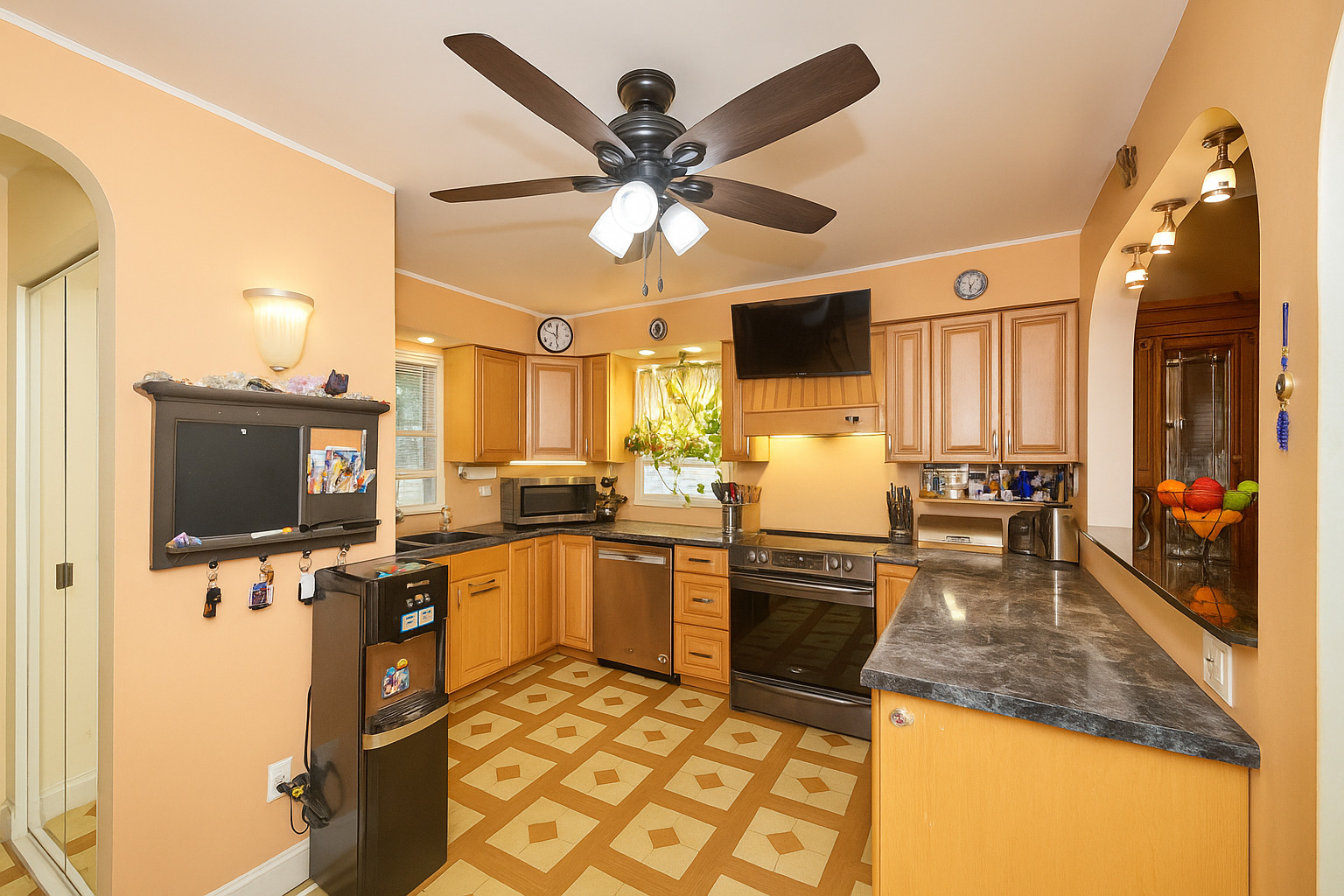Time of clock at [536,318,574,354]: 11:49
